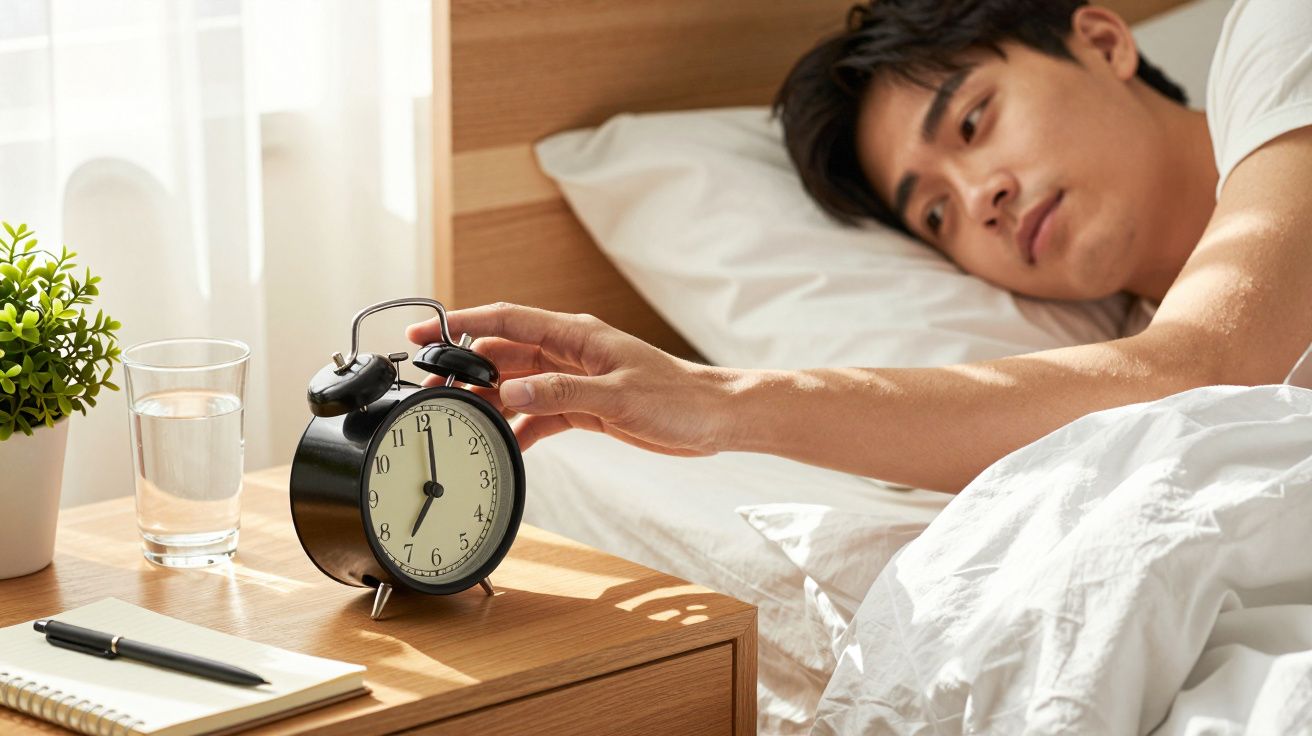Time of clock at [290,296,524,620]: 7:00
